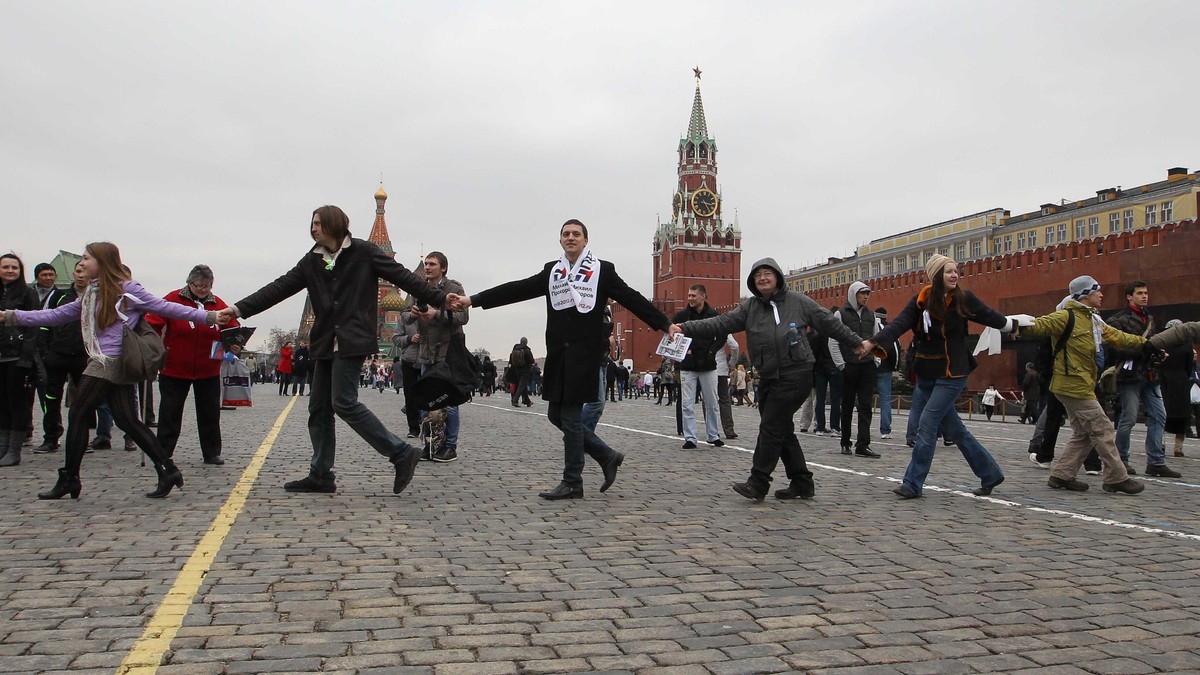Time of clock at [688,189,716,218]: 3:24
